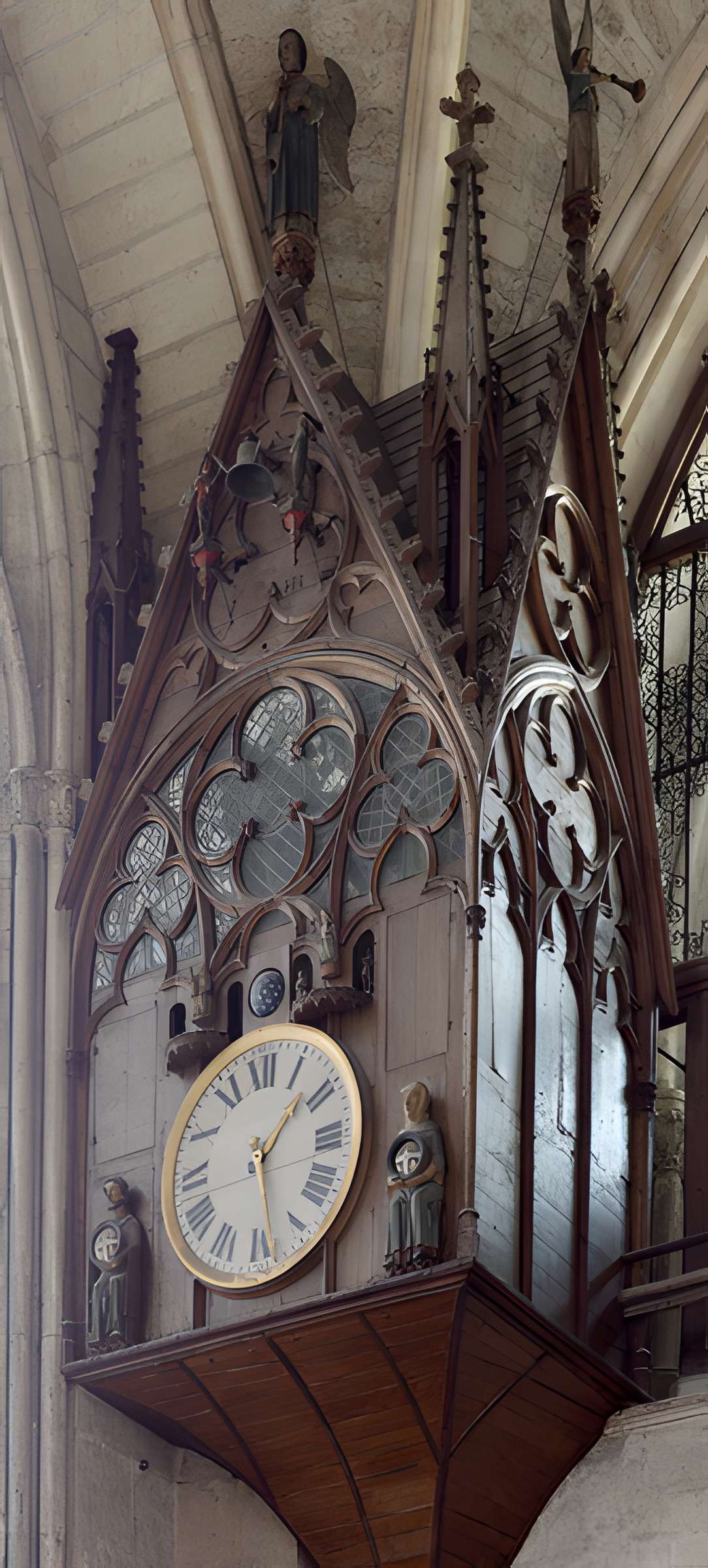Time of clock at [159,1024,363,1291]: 1:28
